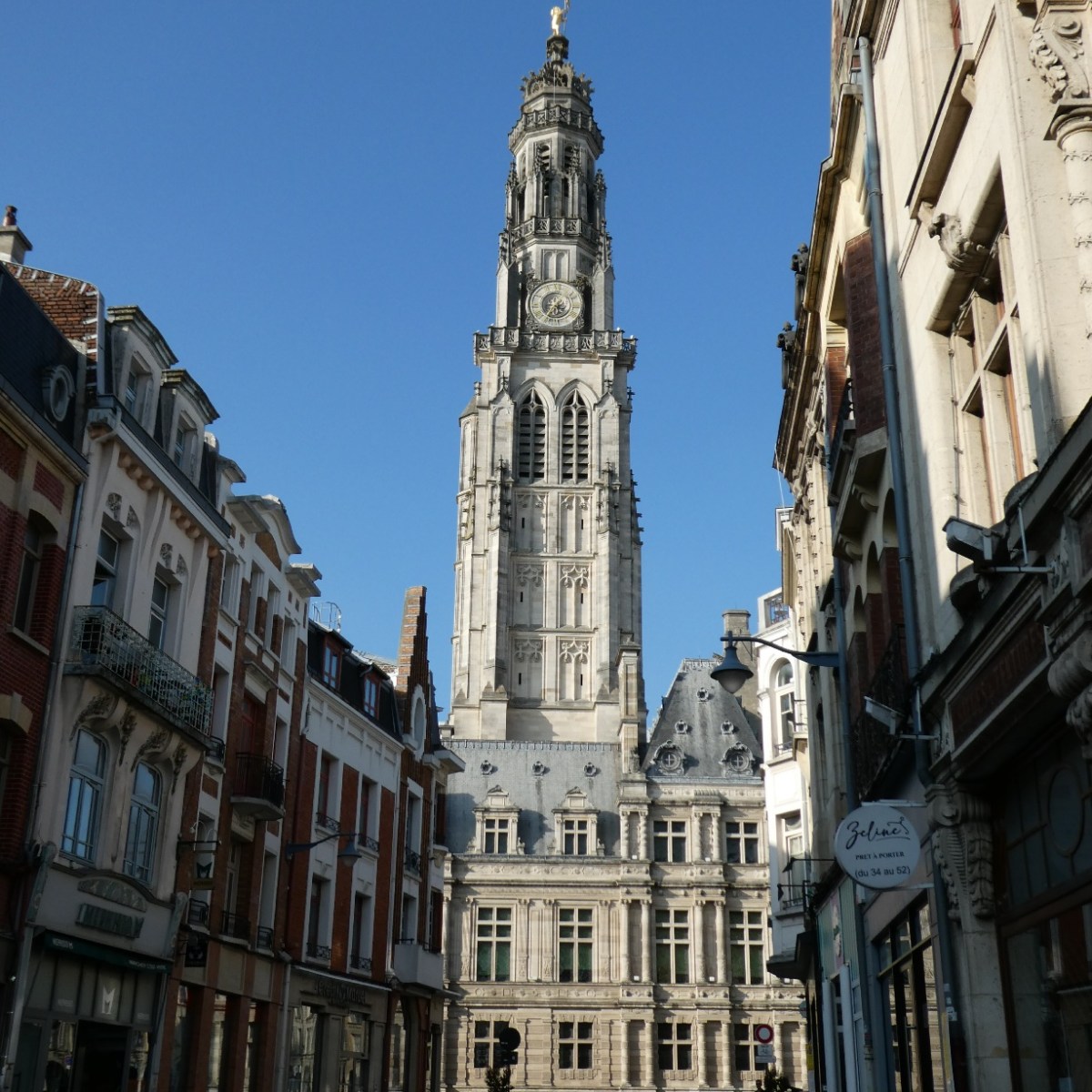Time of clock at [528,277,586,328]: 5:35
